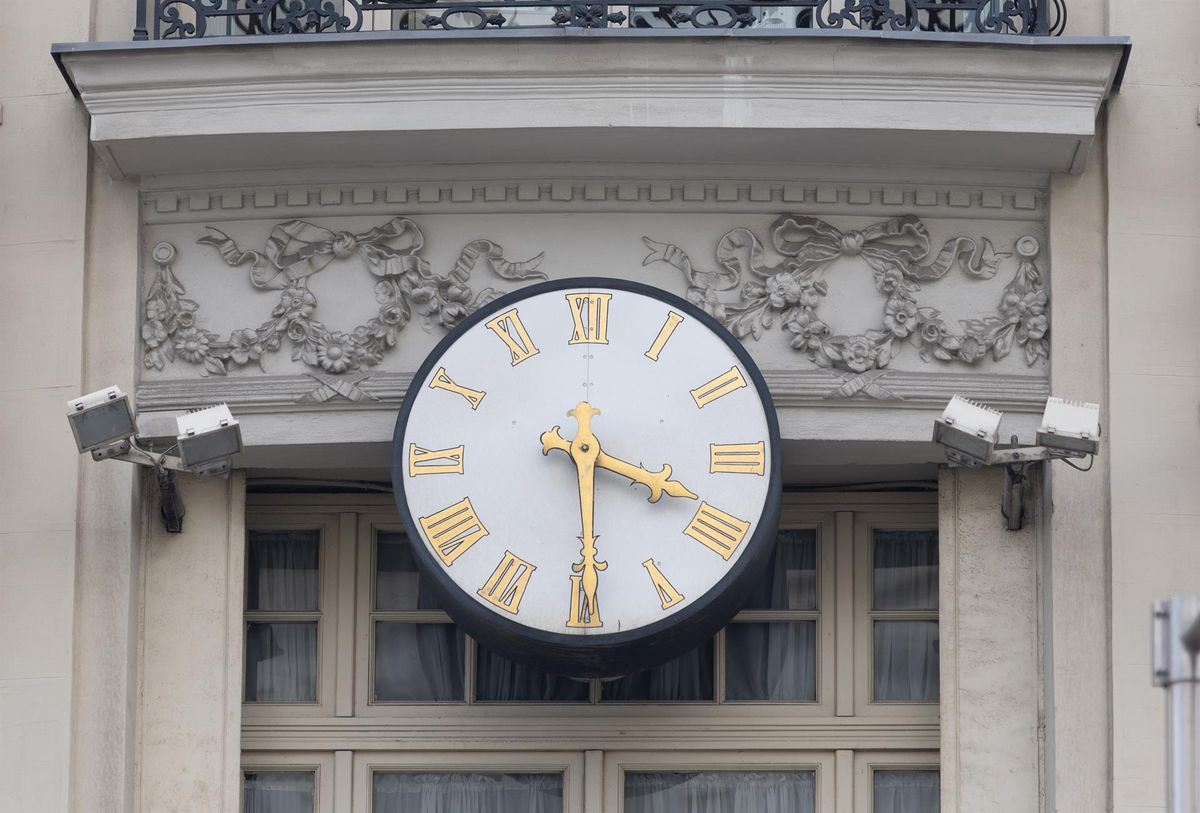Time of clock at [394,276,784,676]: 3:29
